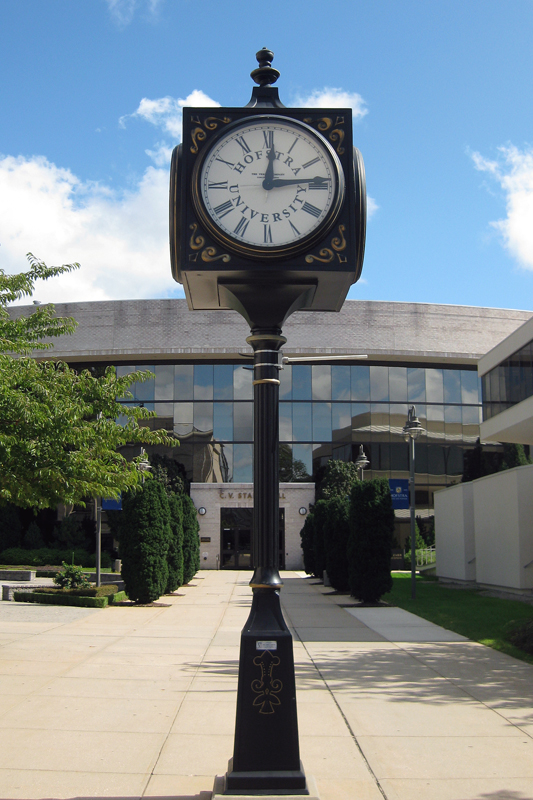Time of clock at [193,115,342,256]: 12:13
